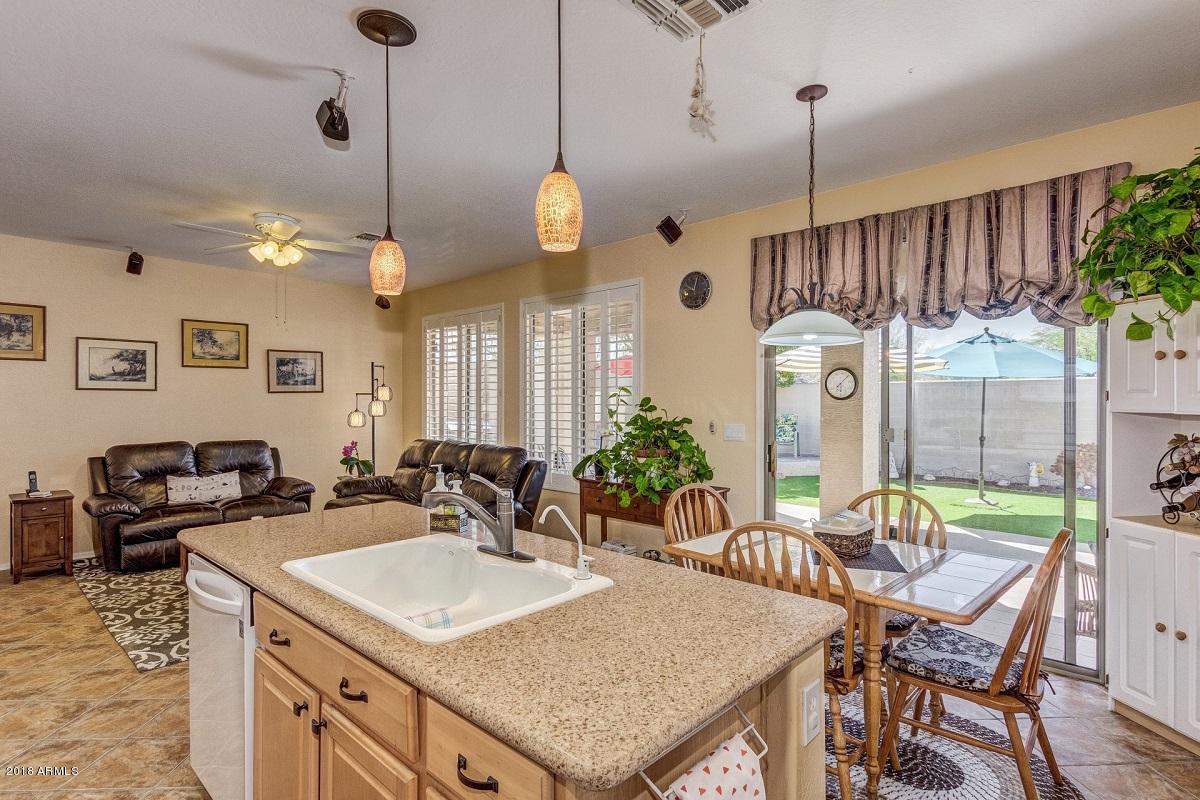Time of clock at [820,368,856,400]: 6:07
